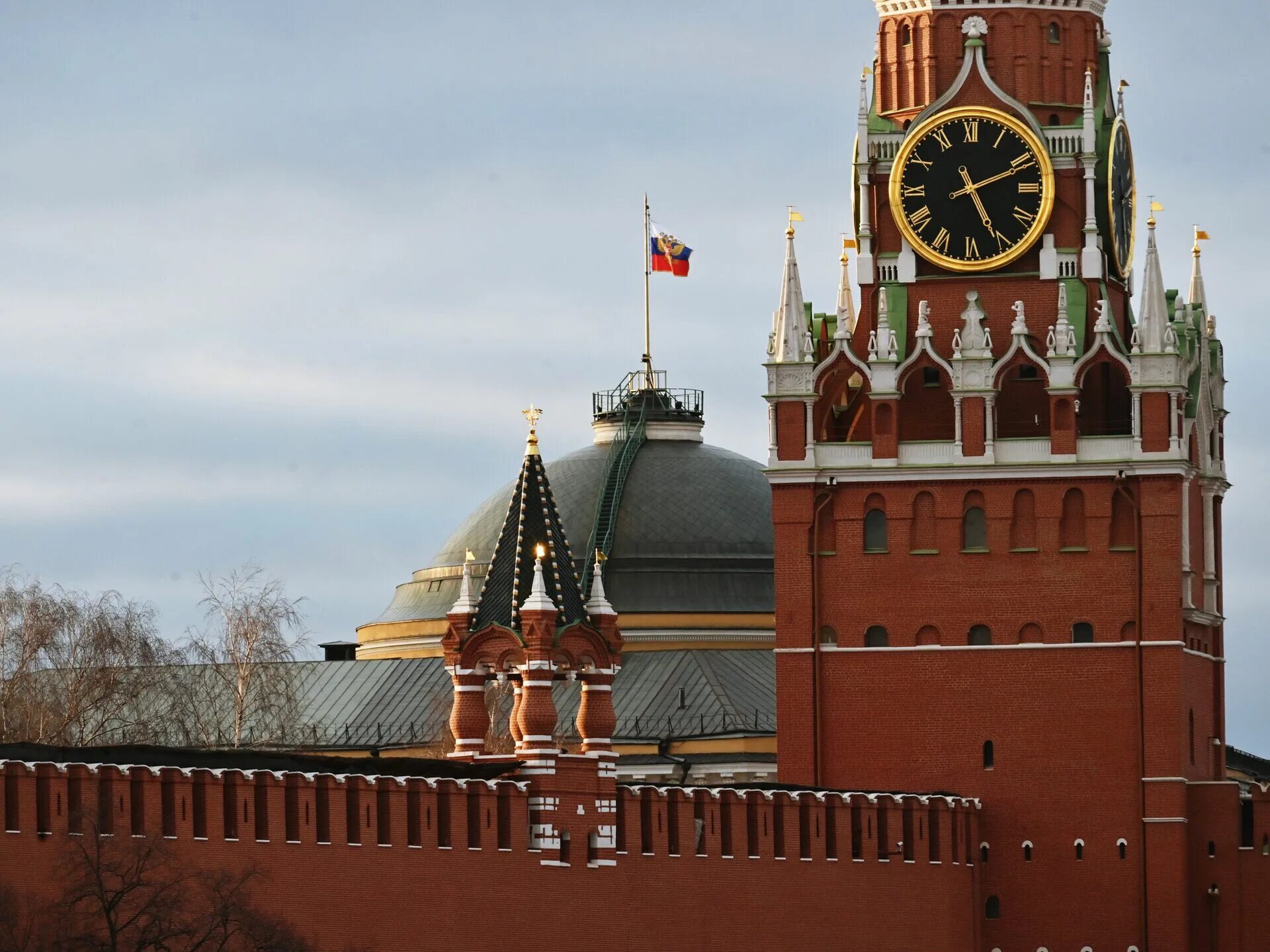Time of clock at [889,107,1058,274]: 5:11
